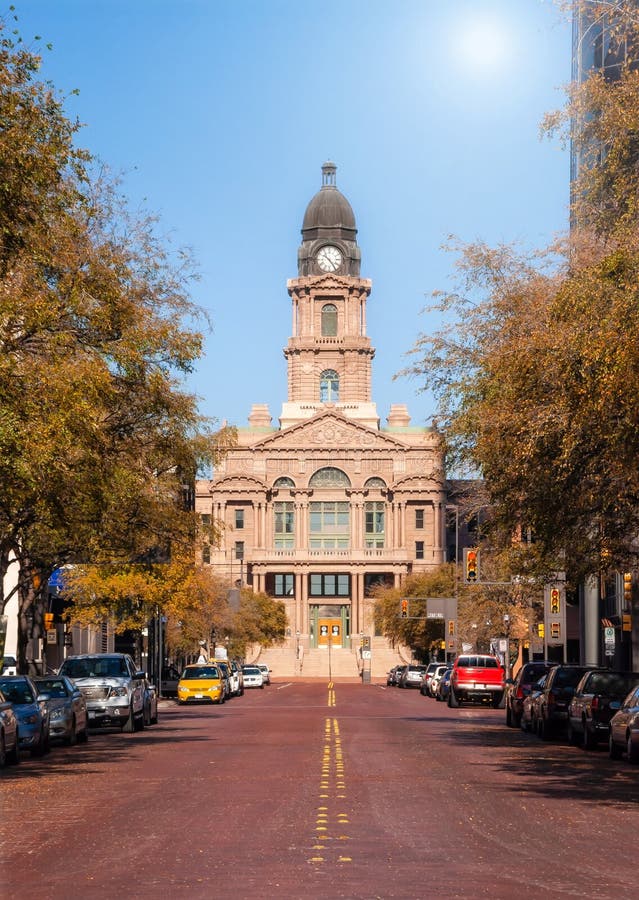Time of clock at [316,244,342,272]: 10:24
